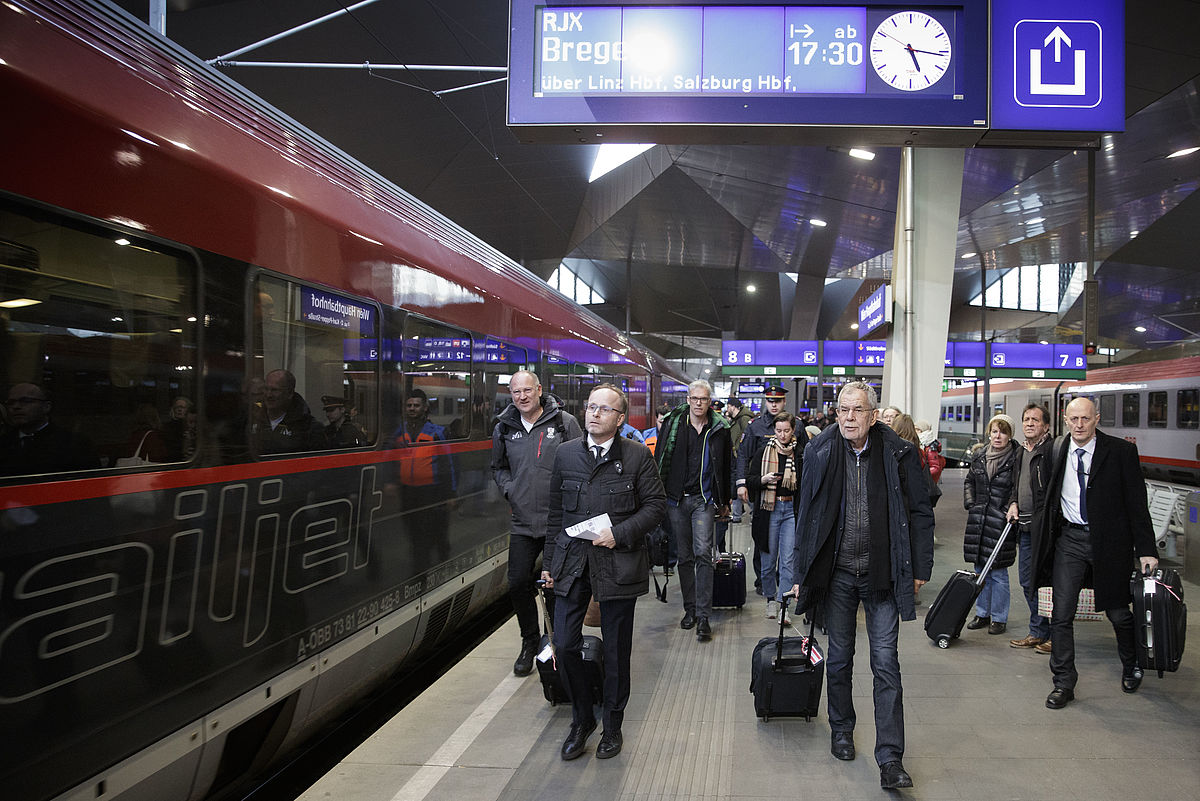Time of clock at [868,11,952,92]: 5:15
